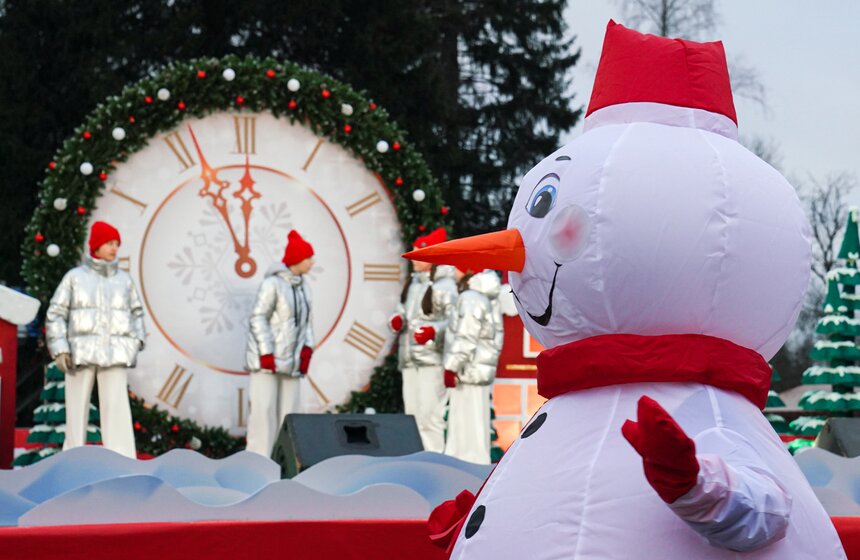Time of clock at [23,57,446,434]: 11:55
